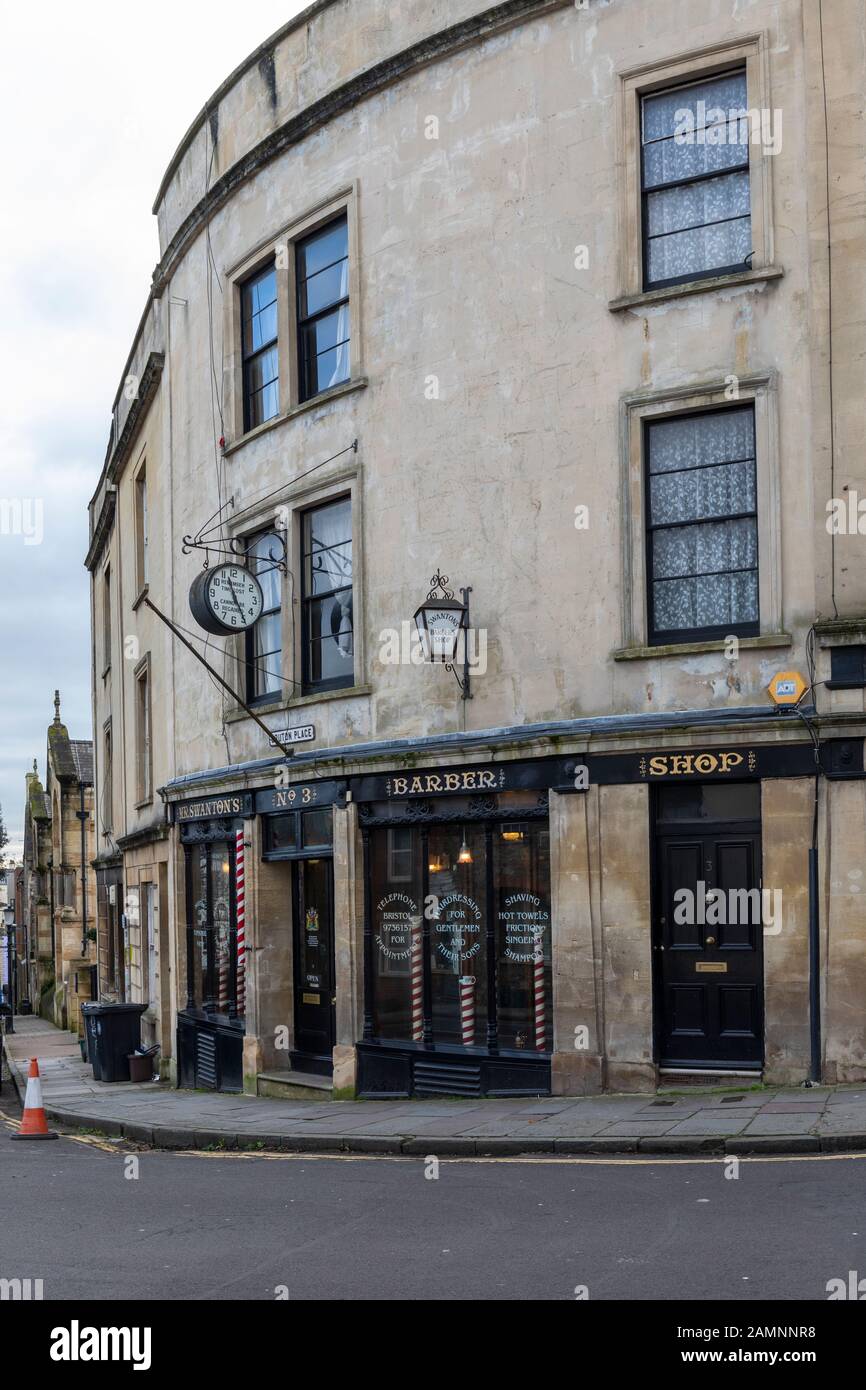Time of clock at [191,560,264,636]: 11:24
